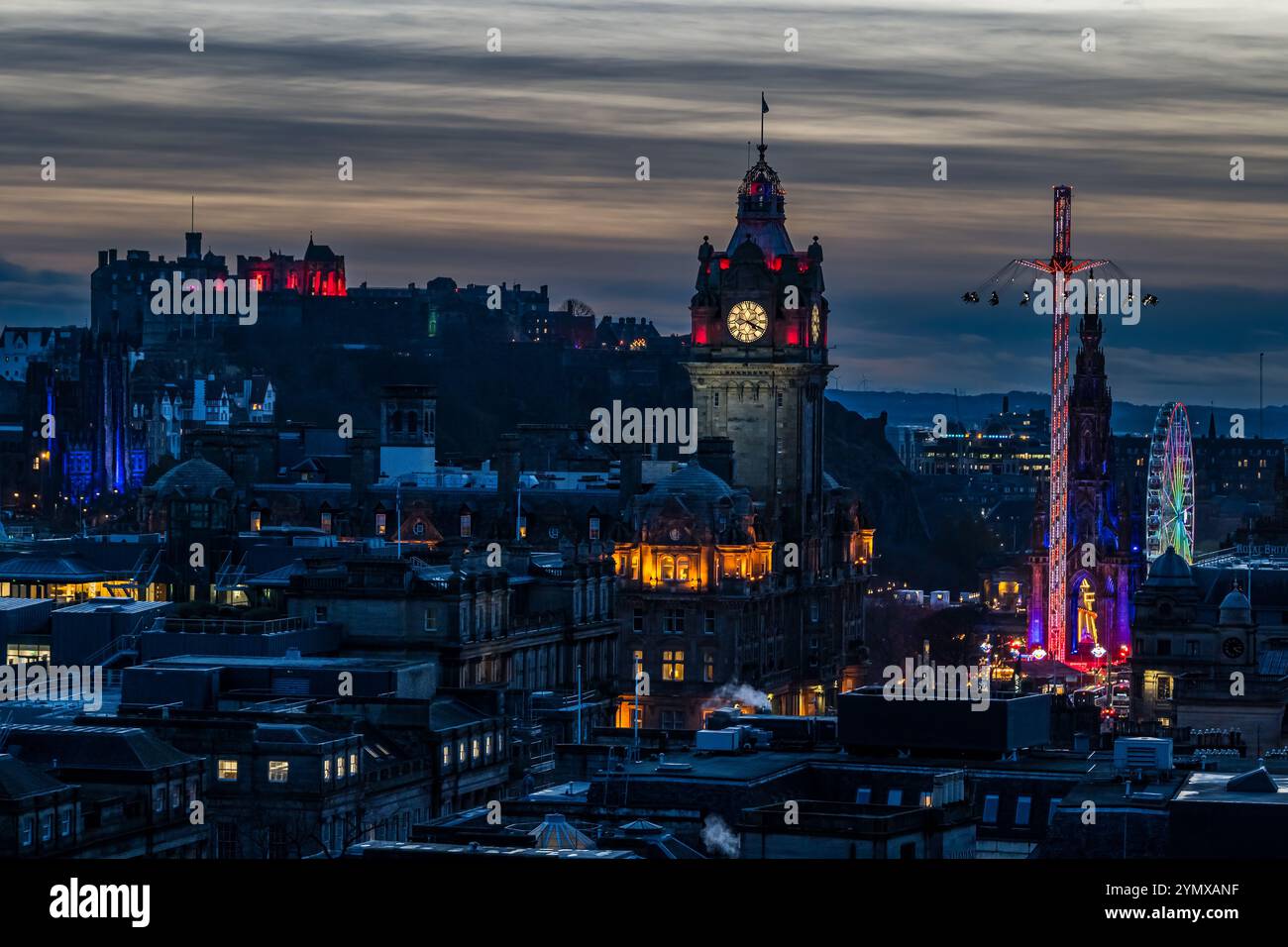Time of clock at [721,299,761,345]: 4:18
